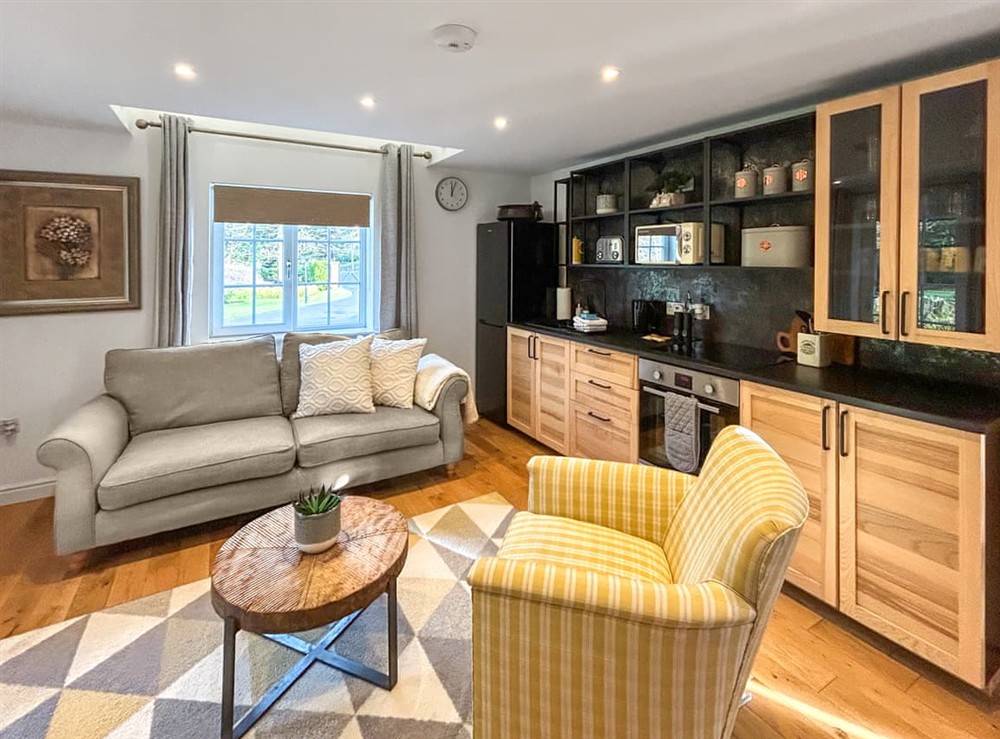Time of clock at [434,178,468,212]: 12:03
